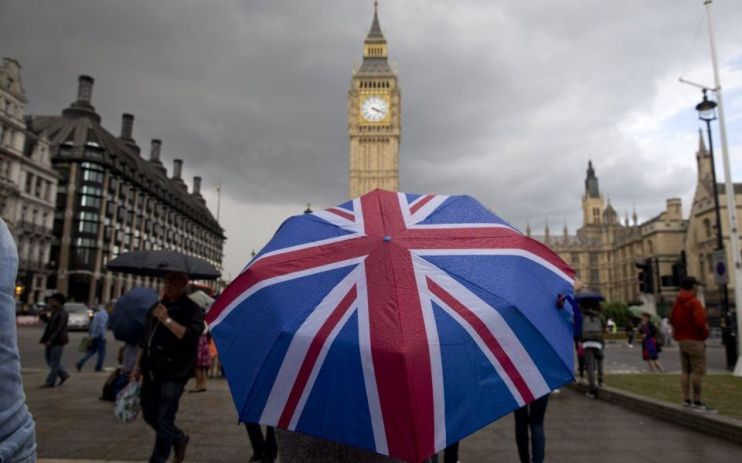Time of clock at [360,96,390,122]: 4:18
